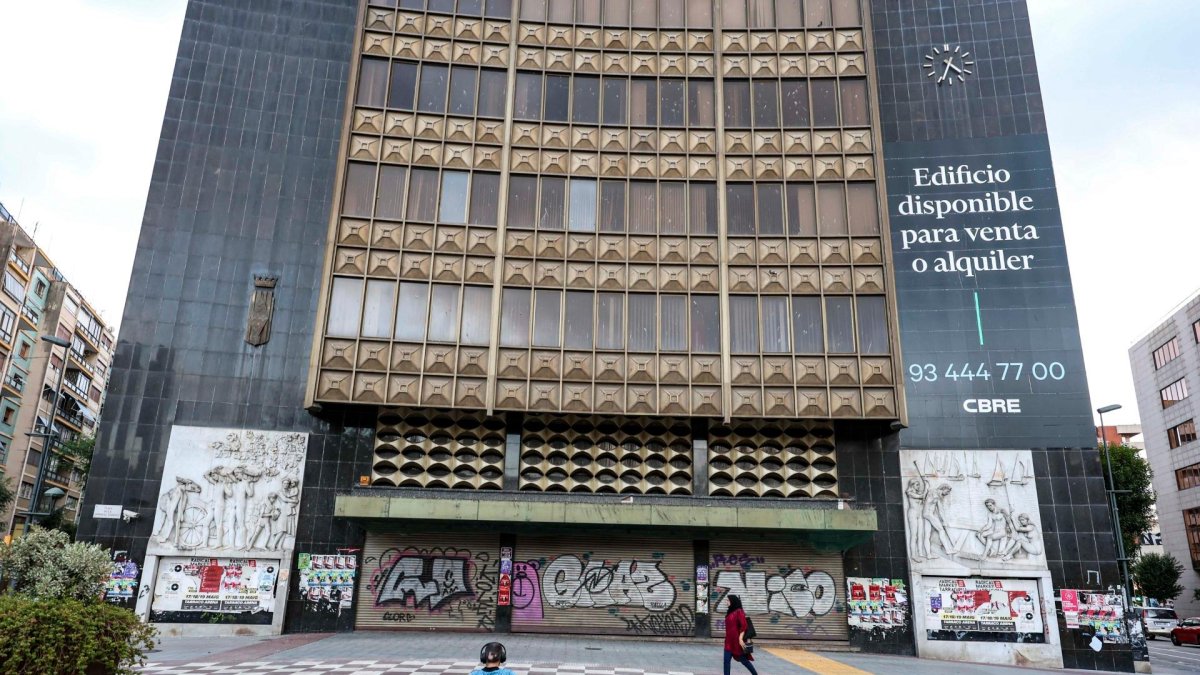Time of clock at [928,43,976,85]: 4:34
